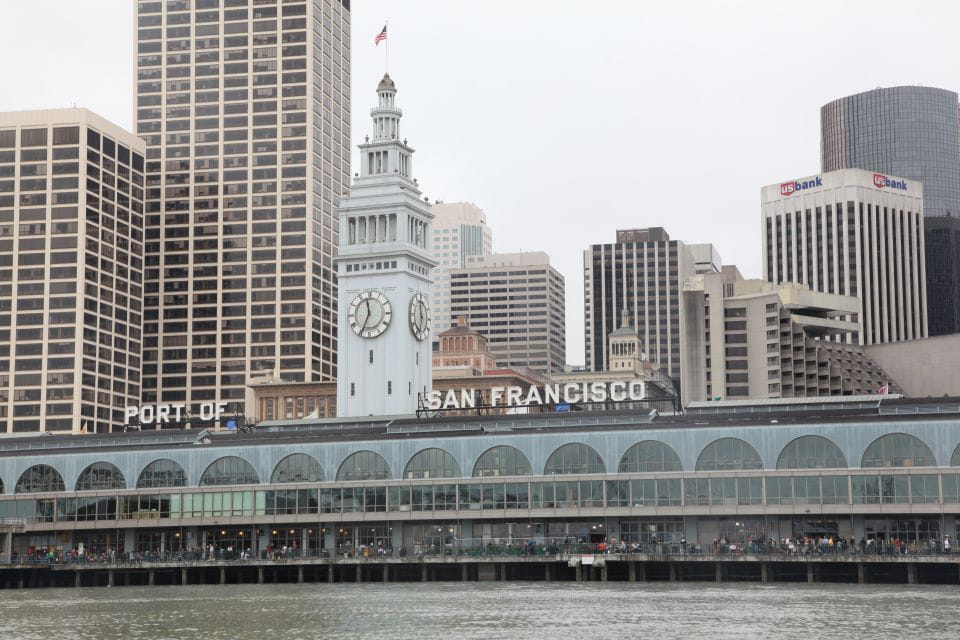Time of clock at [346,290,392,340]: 11:34
